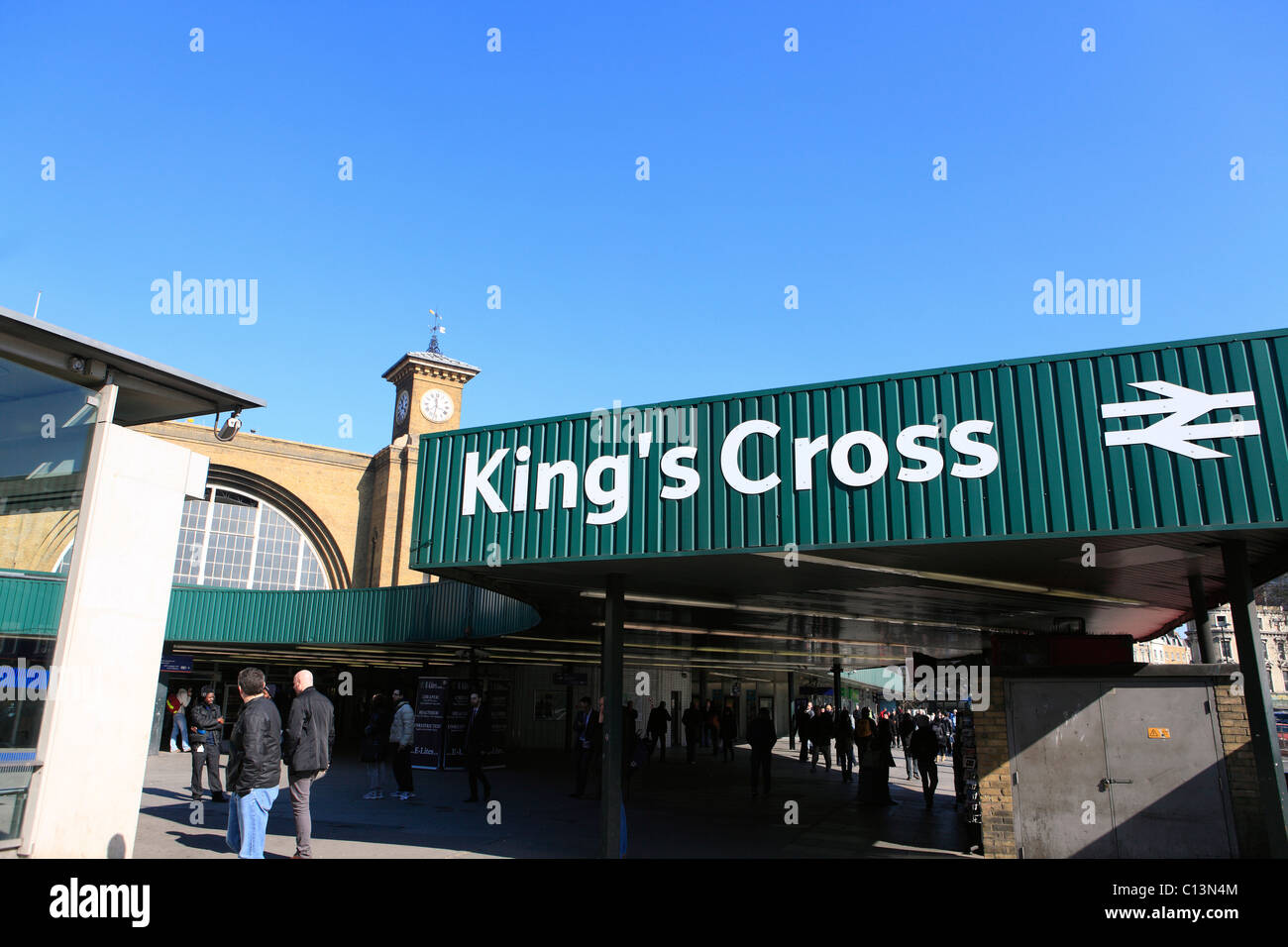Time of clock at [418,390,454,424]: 11:32
